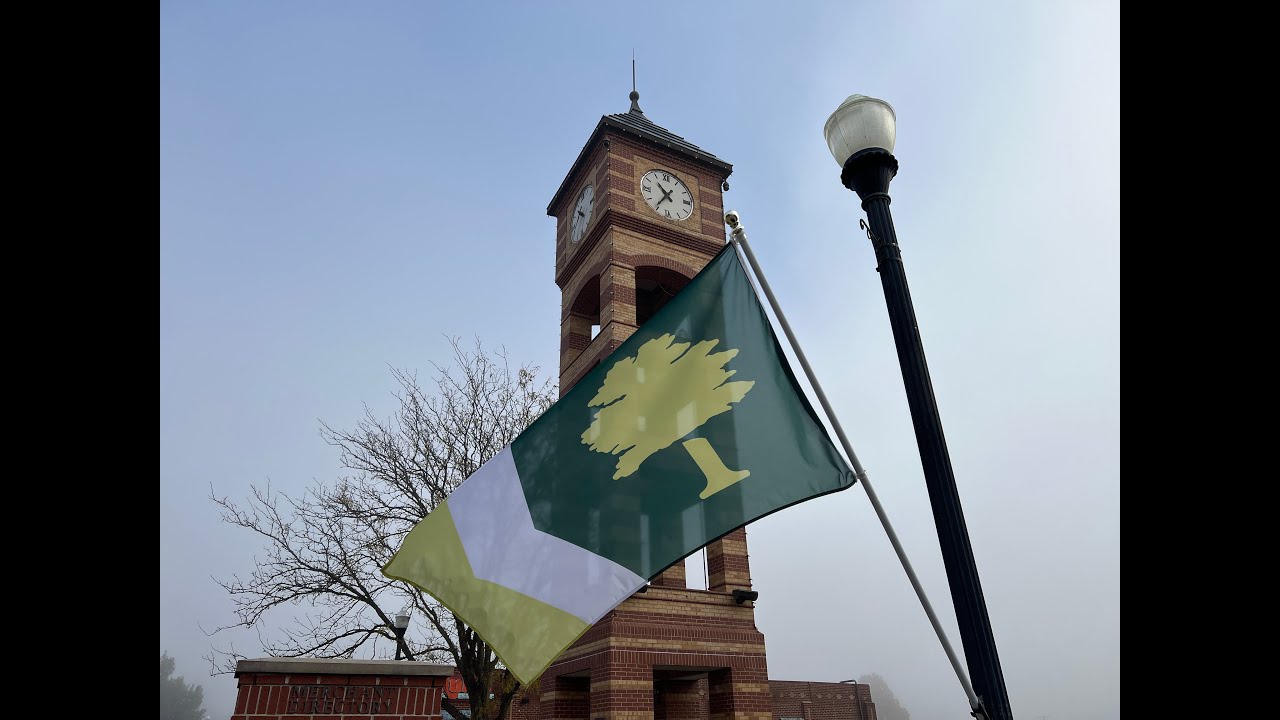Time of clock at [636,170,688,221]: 10:35
